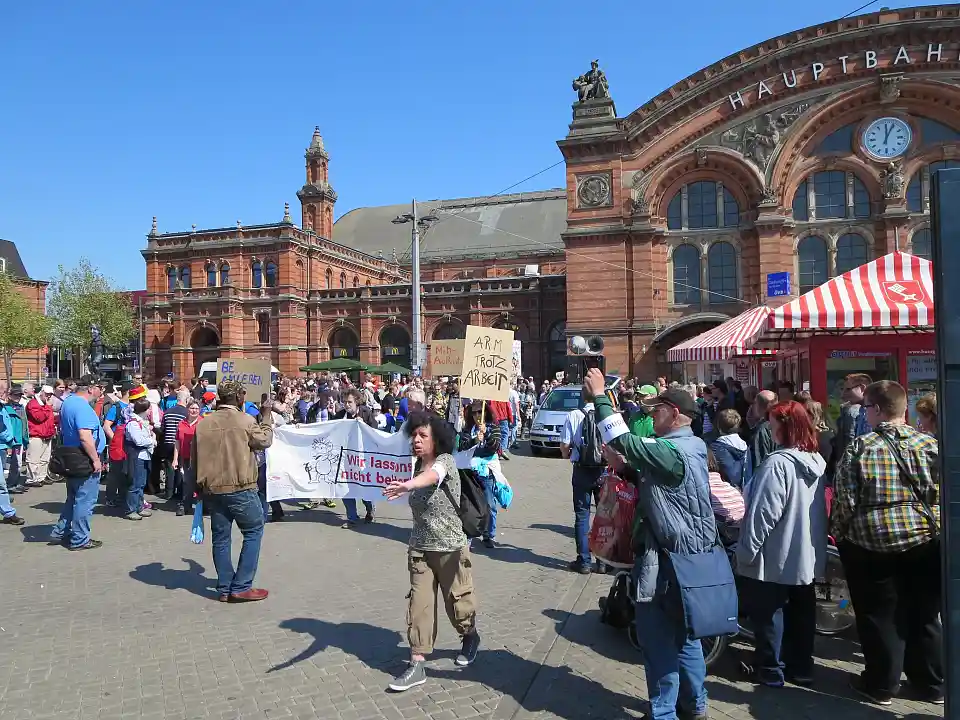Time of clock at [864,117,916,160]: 12:04
